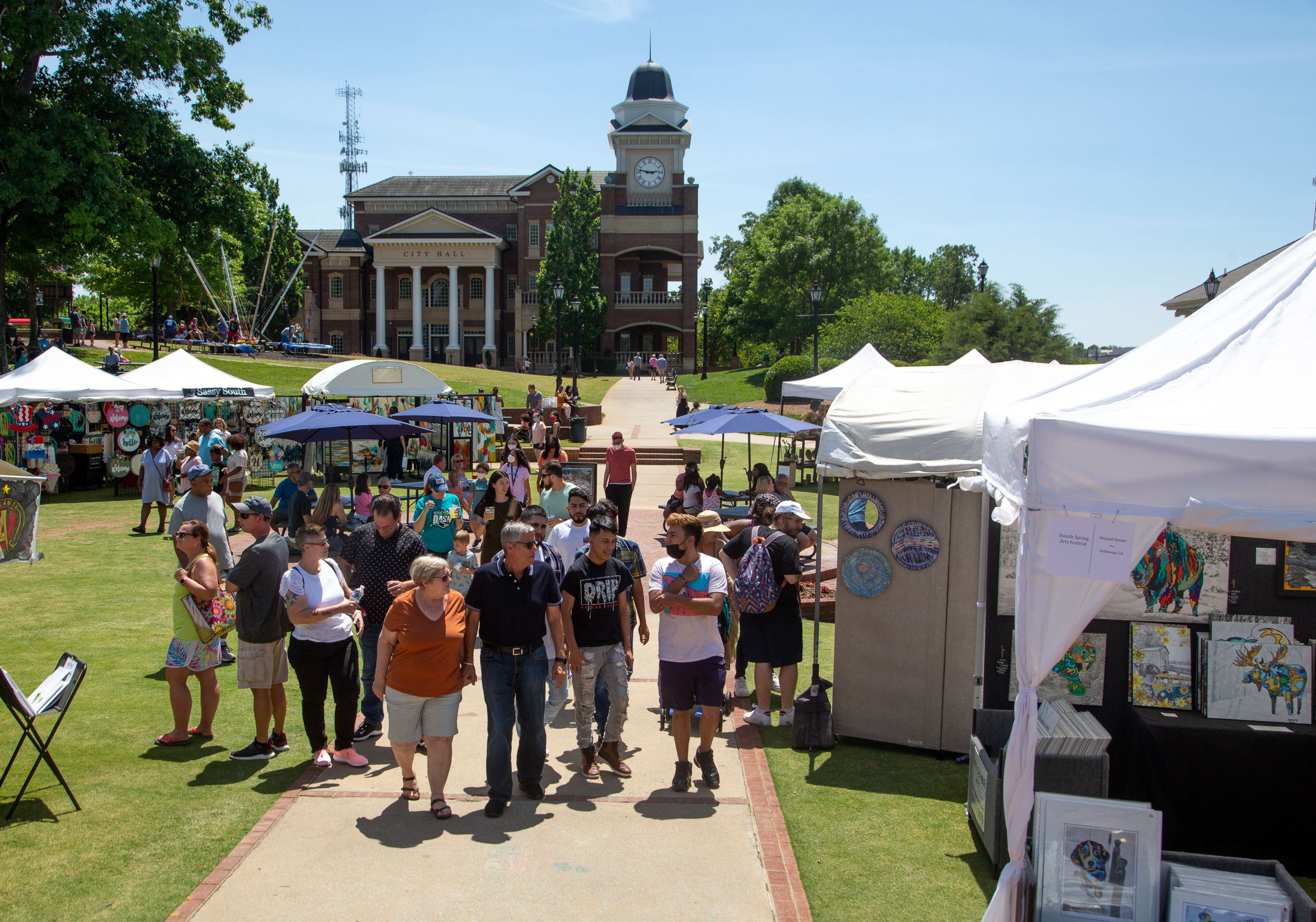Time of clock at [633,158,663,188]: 2:47
